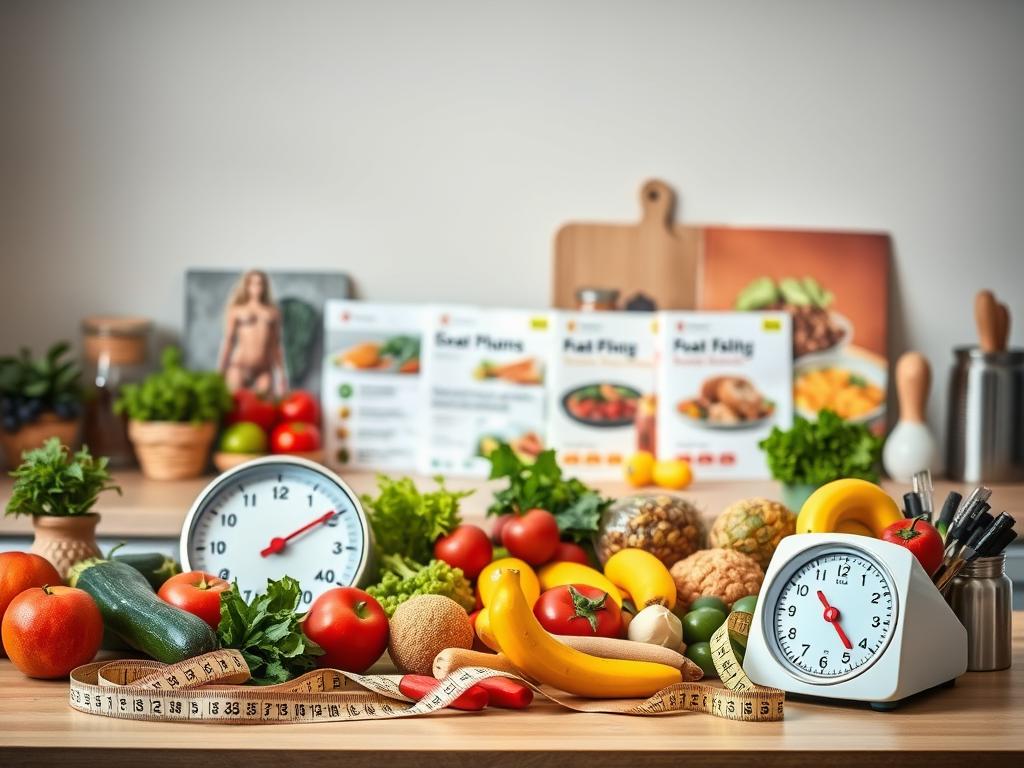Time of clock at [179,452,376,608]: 2:09
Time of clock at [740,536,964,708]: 10:23
